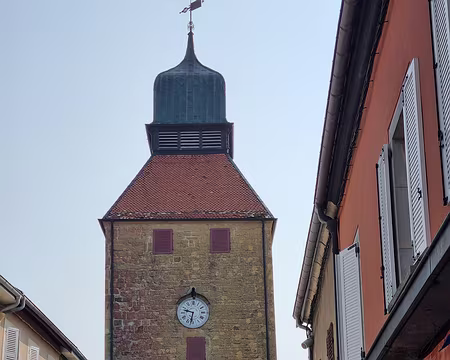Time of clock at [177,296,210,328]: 9:32
